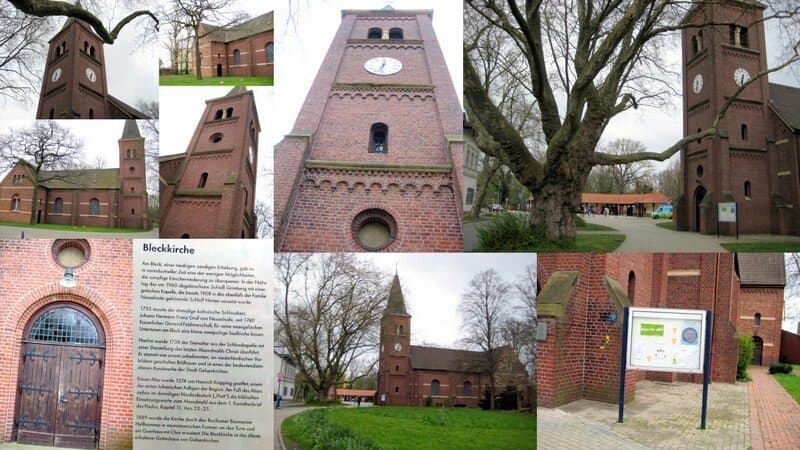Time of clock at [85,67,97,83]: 6:32
